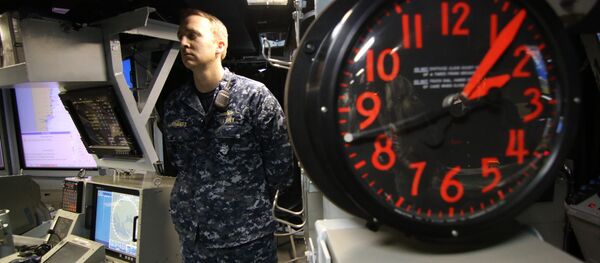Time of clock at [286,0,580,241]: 2:06
